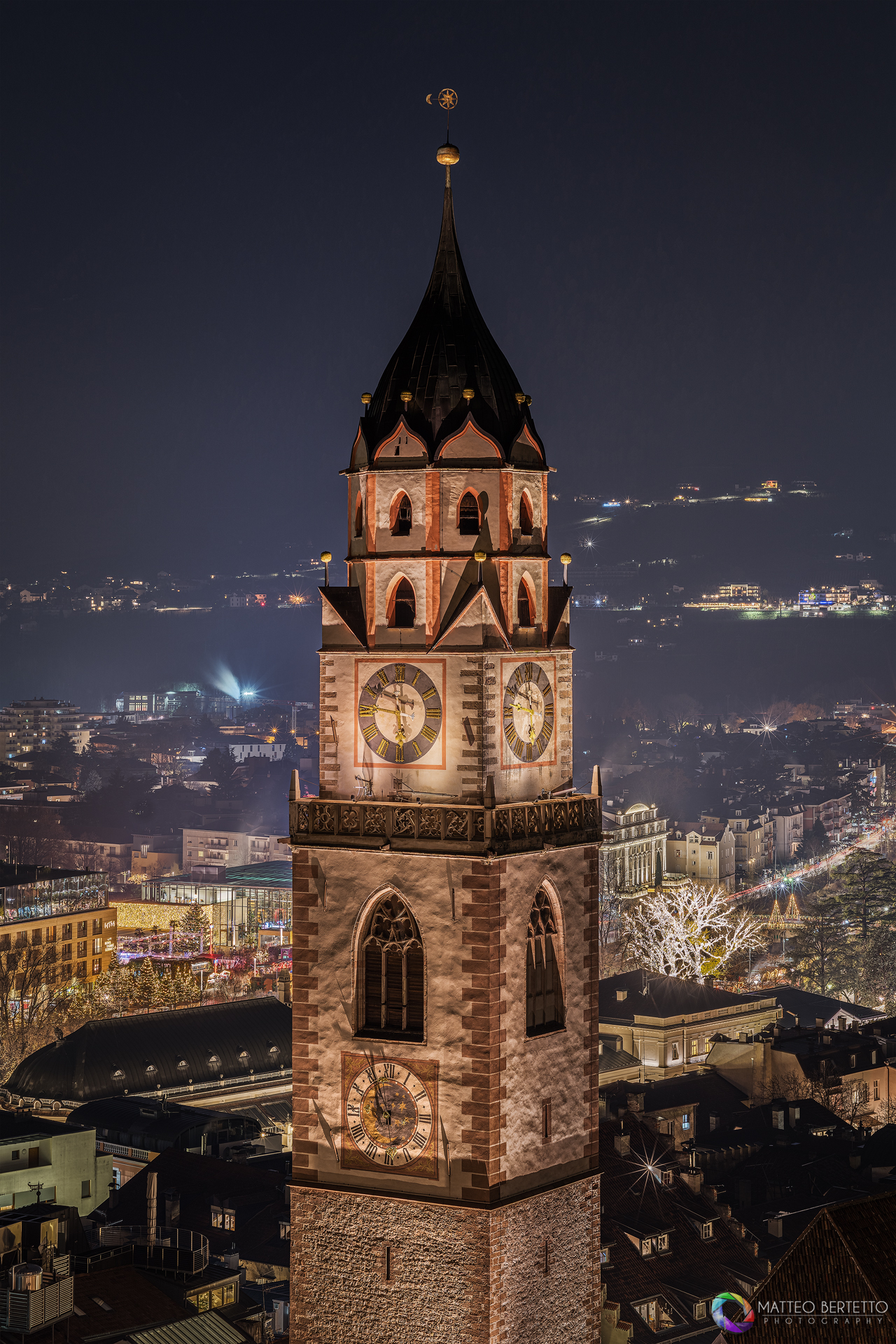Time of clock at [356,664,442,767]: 5:45
